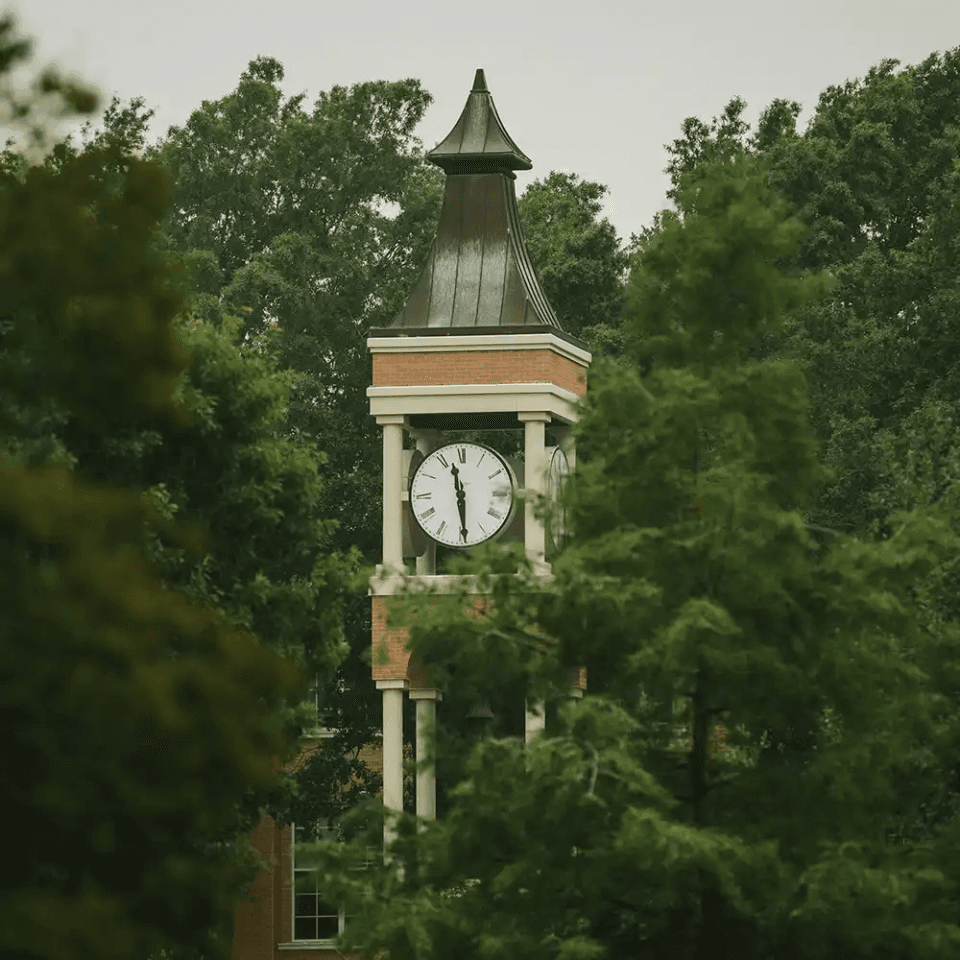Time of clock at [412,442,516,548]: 11:29
